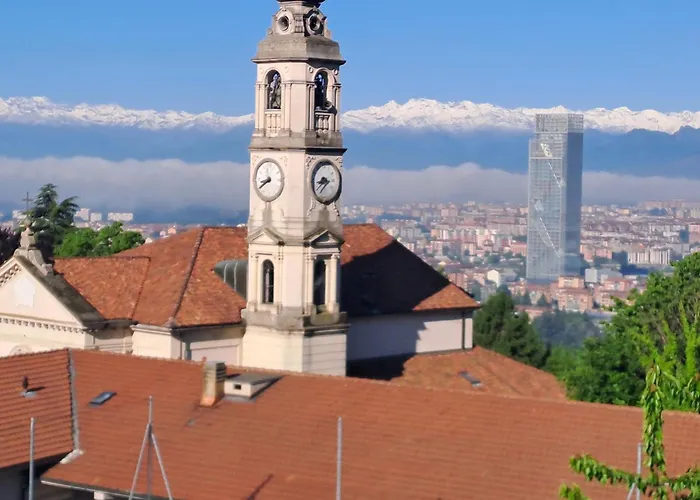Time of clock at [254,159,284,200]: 8:39
